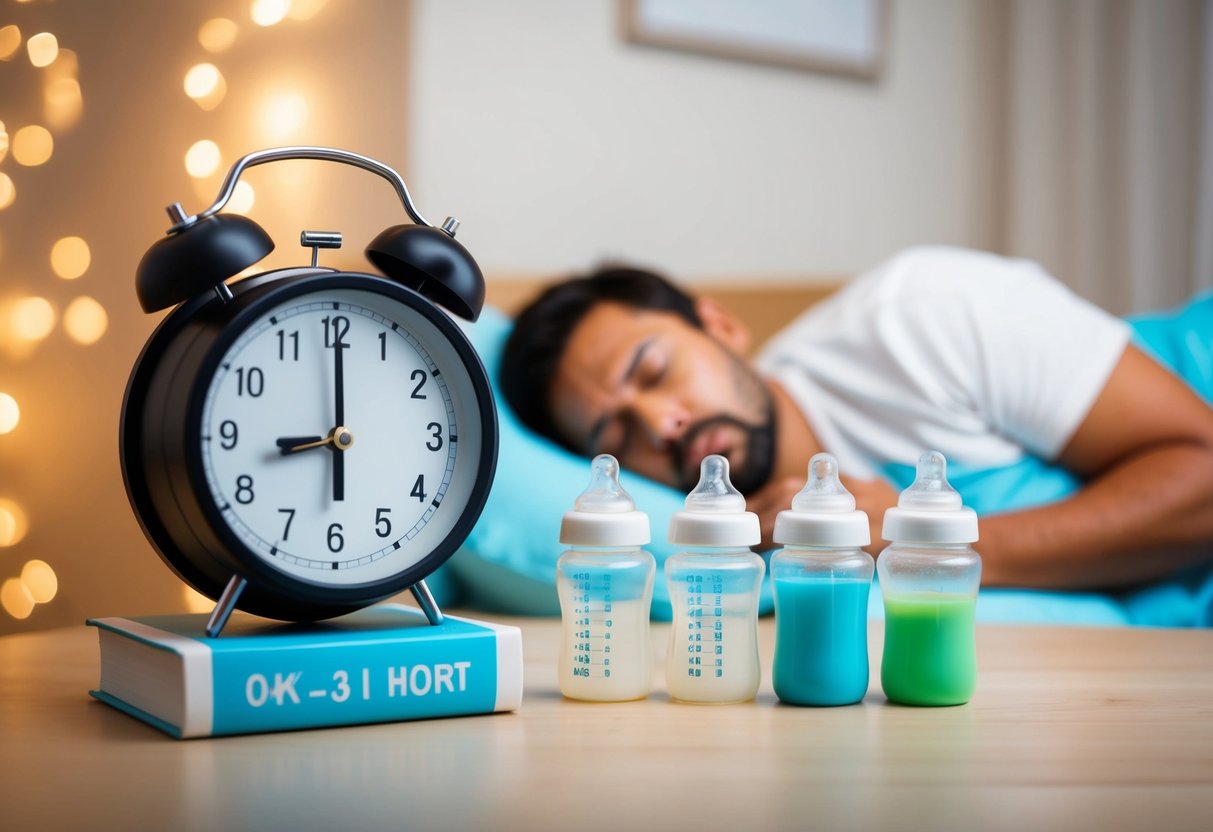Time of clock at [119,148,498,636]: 9:00
